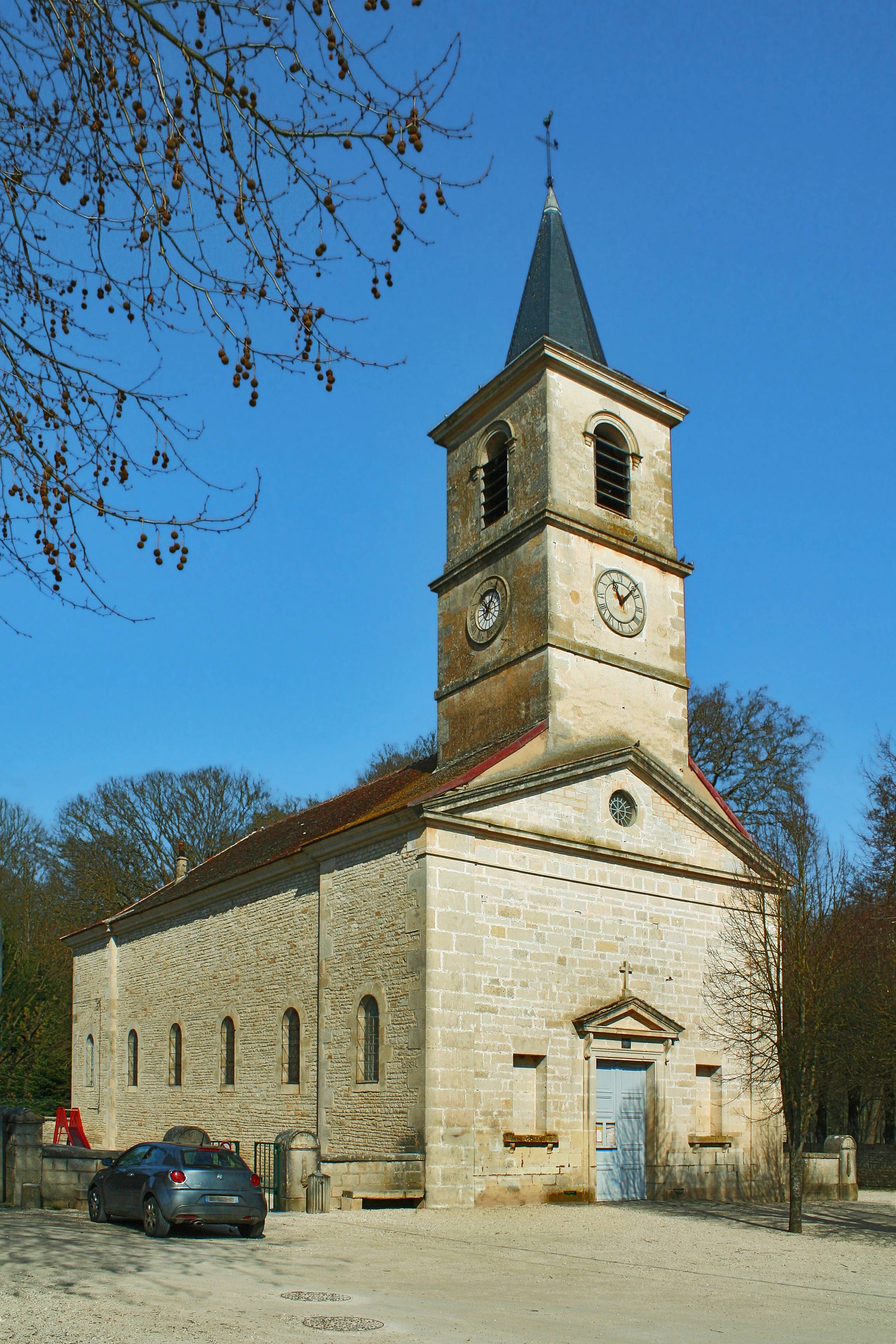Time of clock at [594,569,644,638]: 11:07
